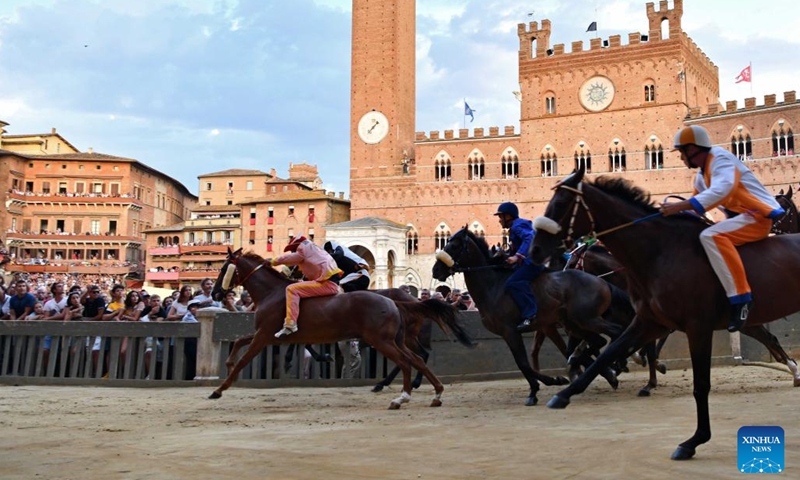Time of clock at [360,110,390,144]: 1:37
